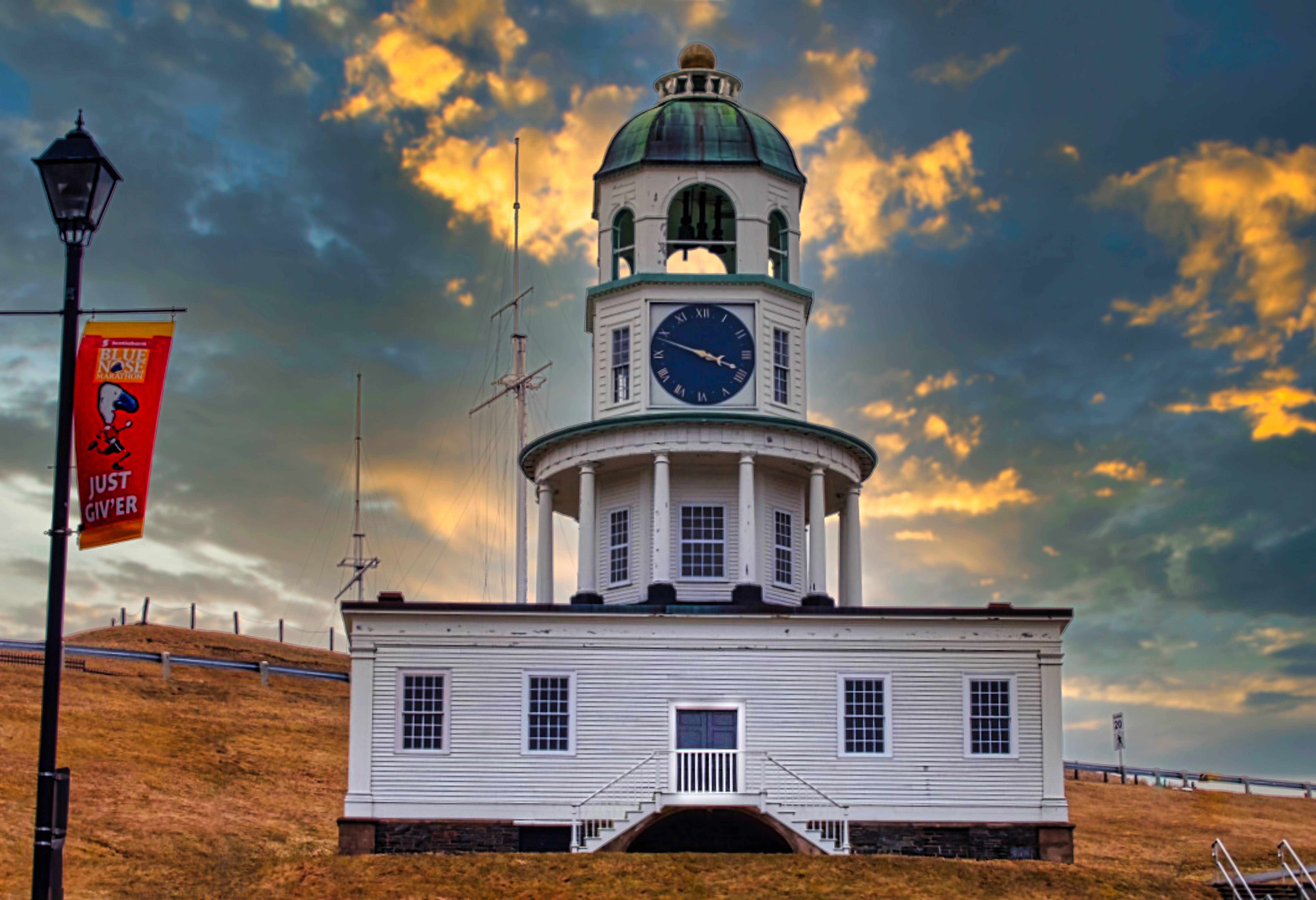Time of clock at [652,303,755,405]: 3:48
